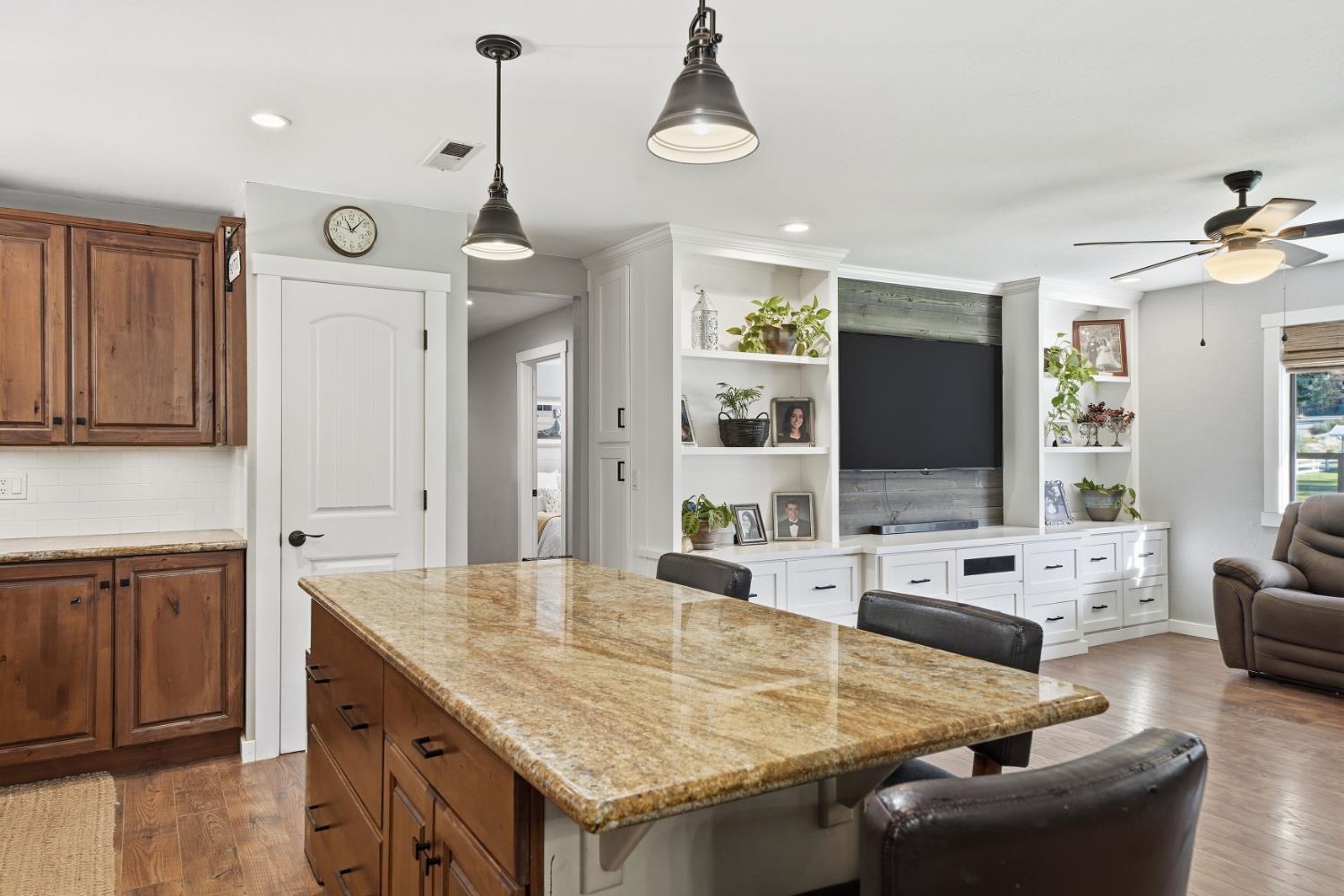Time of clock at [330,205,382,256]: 11:07
